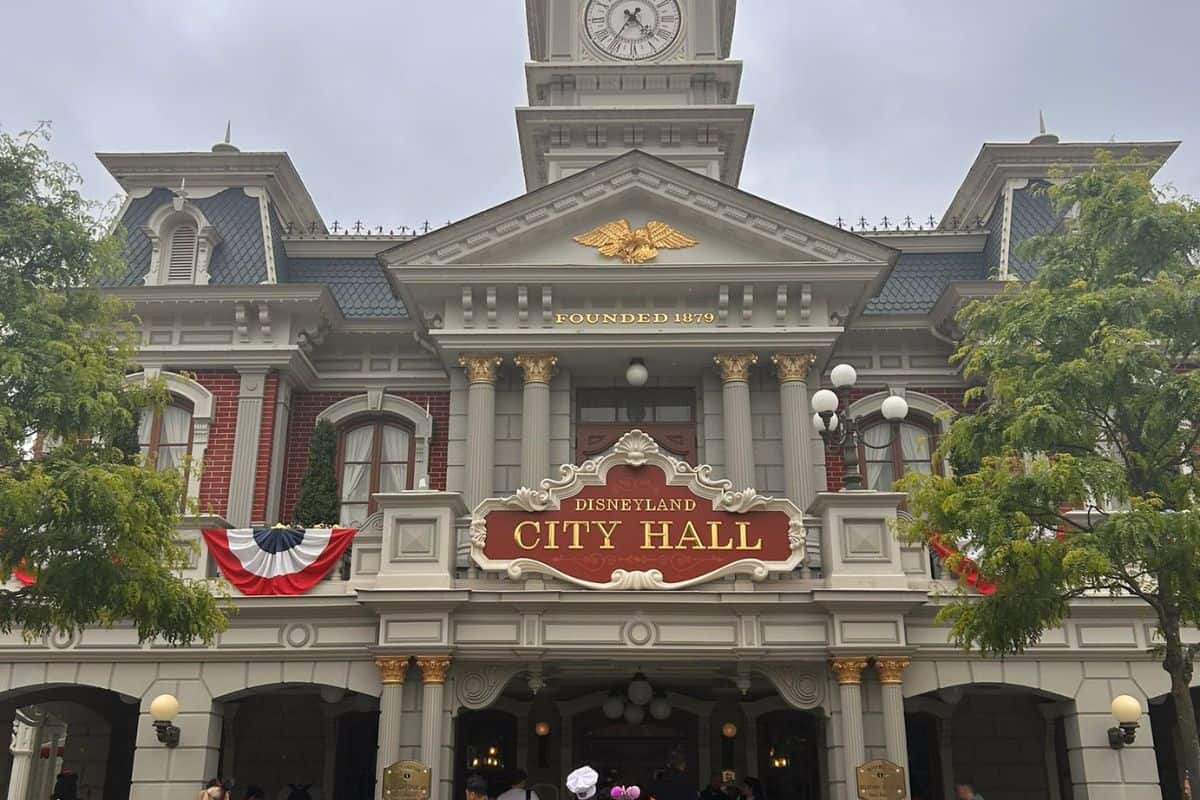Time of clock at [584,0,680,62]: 4:36
